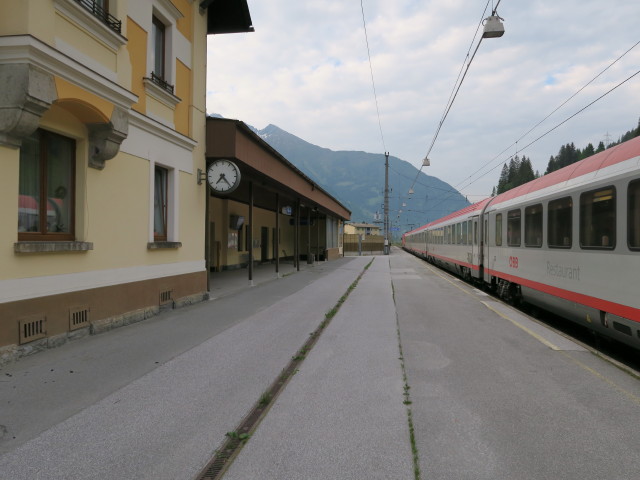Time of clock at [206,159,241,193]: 7:23
